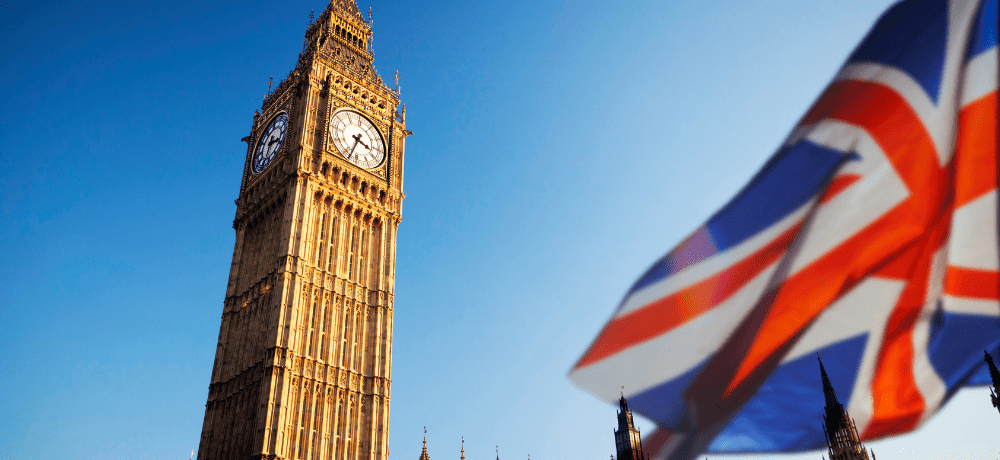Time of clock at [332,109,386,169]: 3:33
